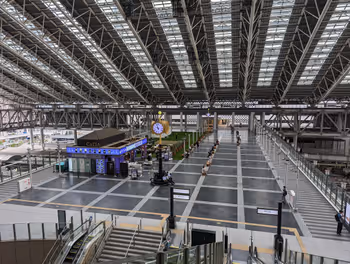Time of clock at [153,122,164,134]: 9:57
